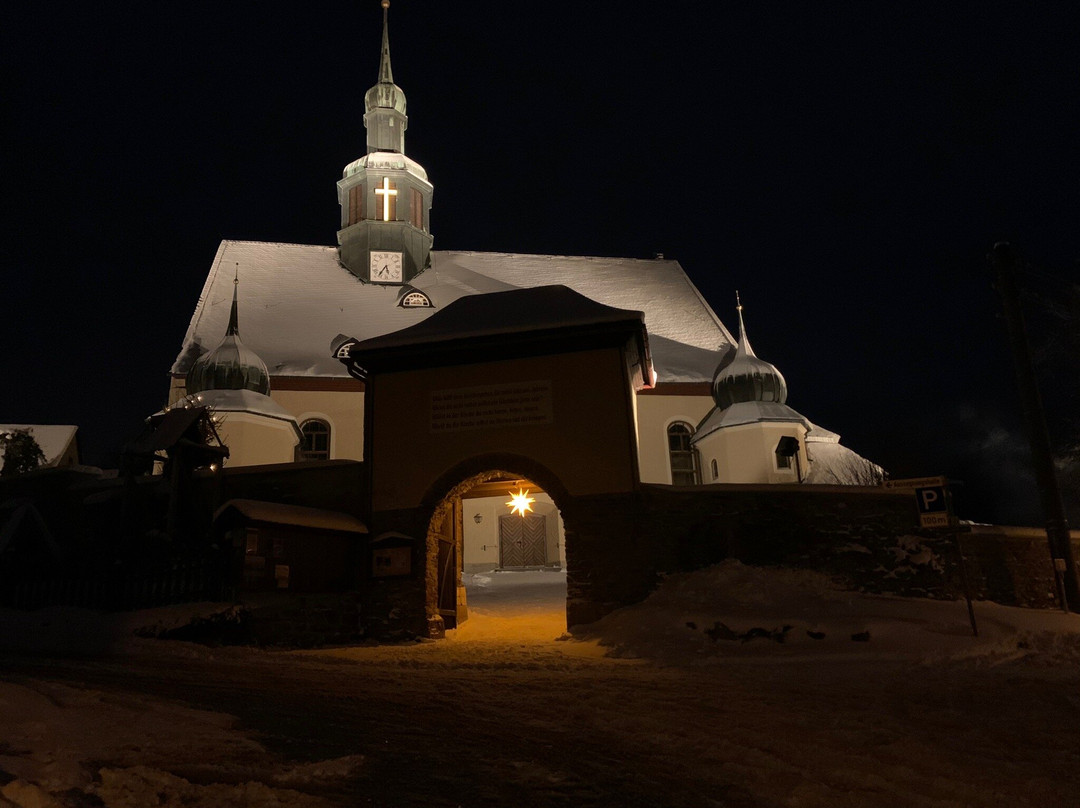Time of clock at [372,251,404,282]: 5:36
